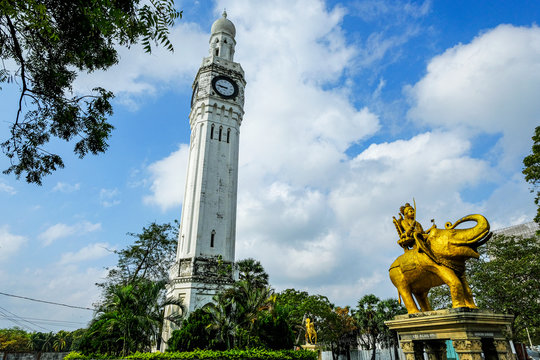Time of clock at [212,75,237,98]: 8:46
